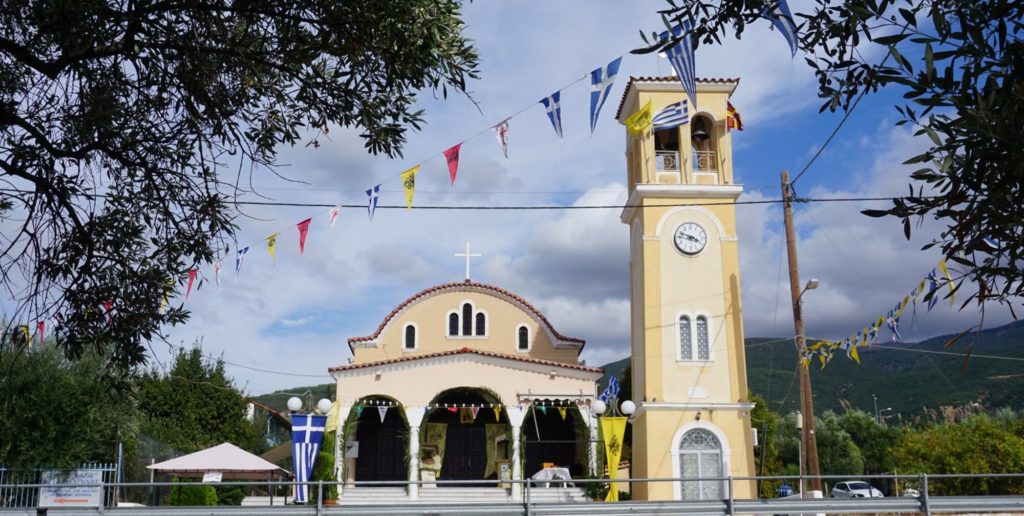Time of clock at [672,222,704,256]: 3:47
